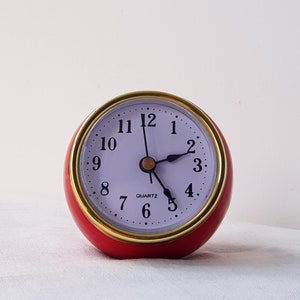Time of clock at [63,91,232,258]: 2:24
